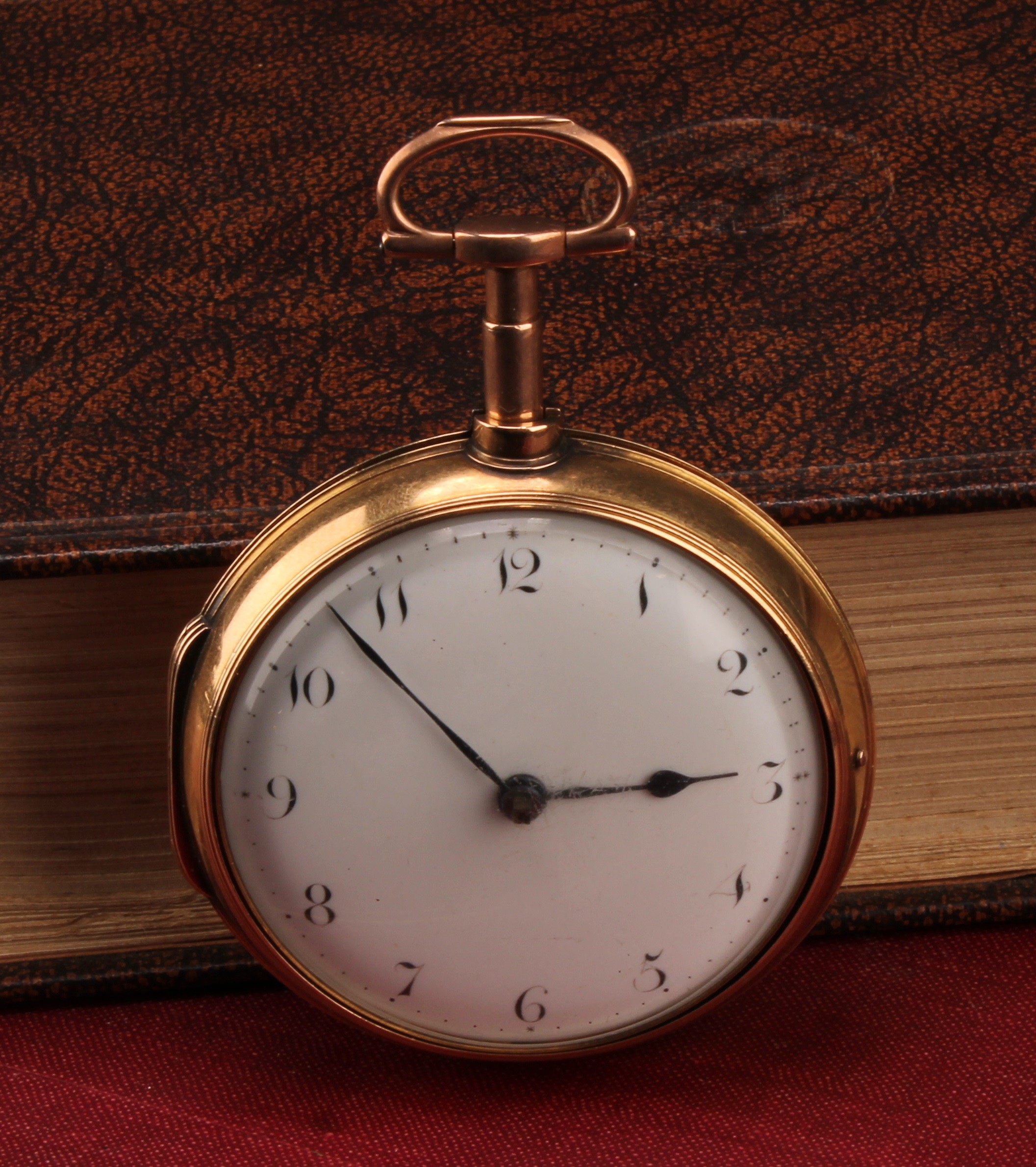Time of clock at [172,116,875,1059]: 2:53
